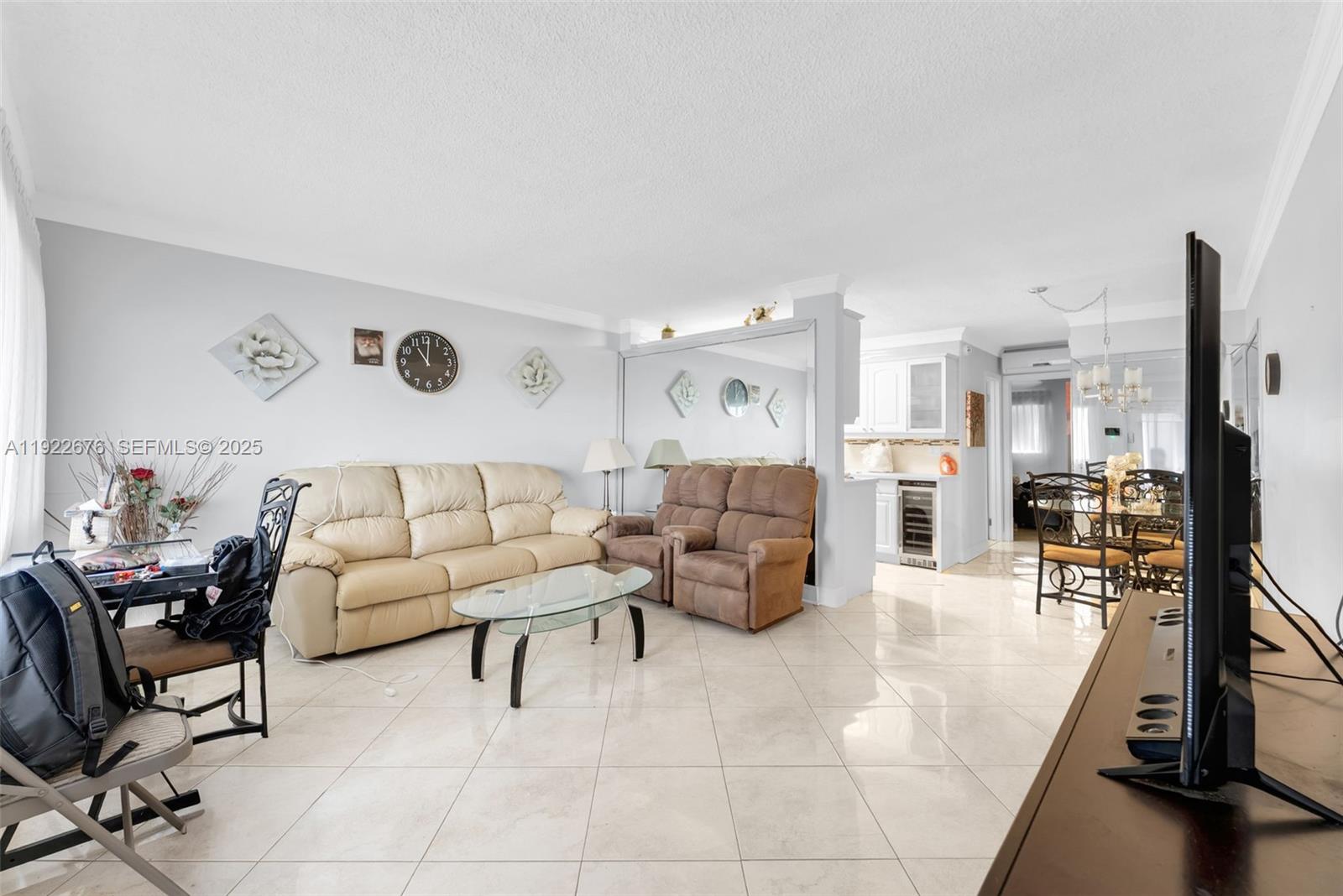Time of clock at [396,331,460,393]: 11:01
